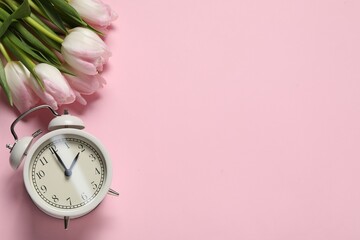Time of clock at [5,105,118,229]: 12:55
